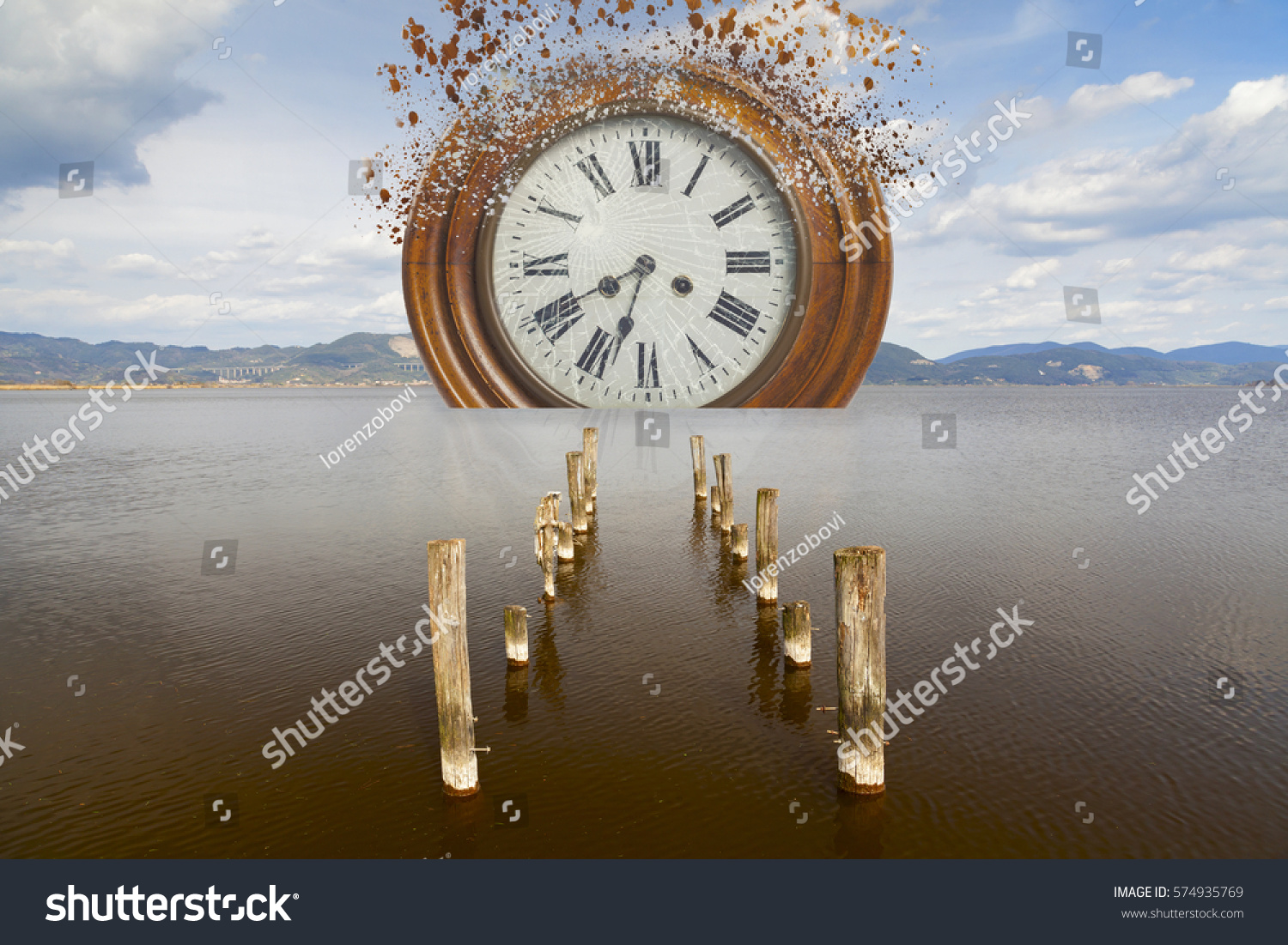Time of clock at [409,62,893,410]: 6:40
